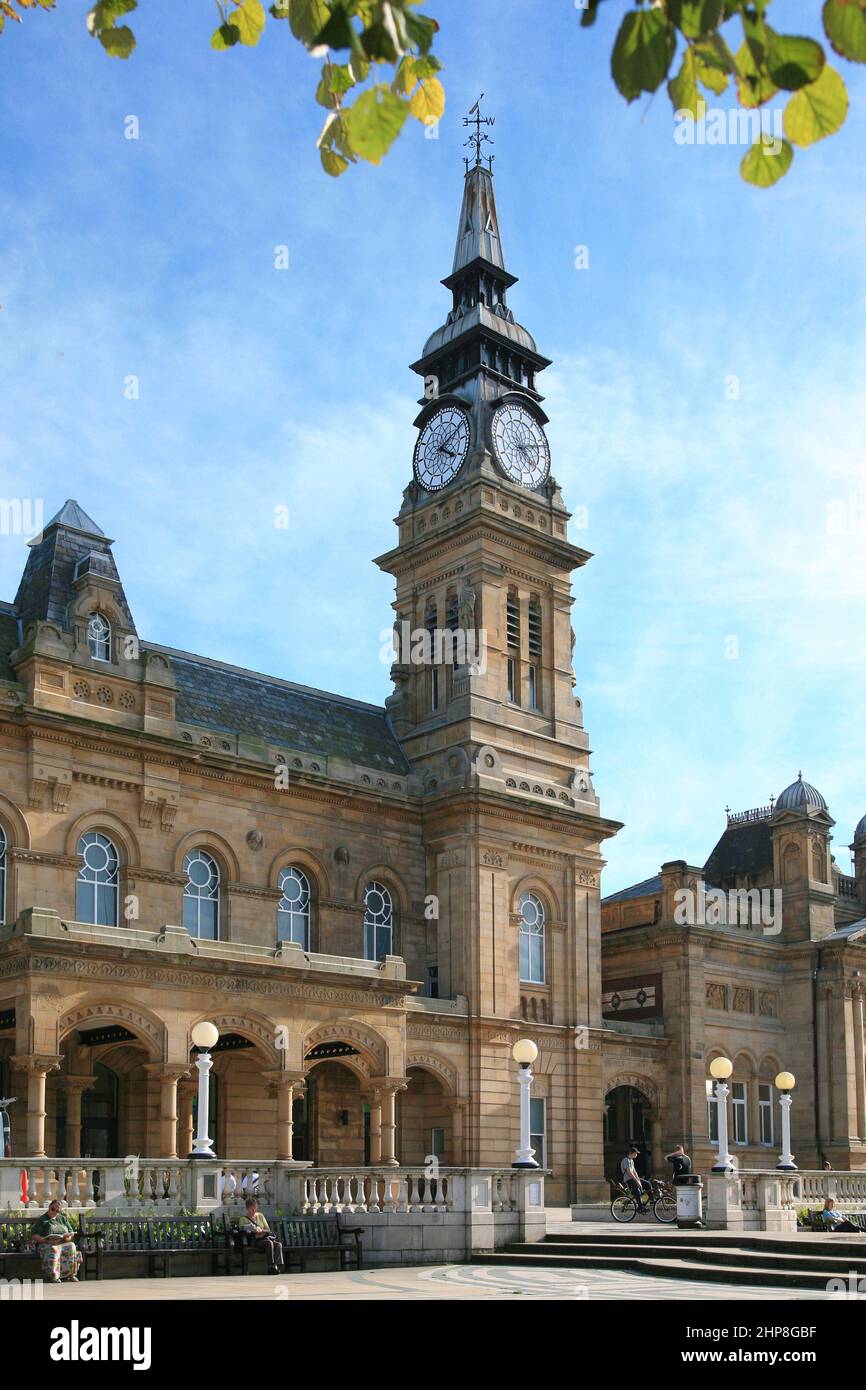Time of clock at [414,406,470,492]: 4:10
